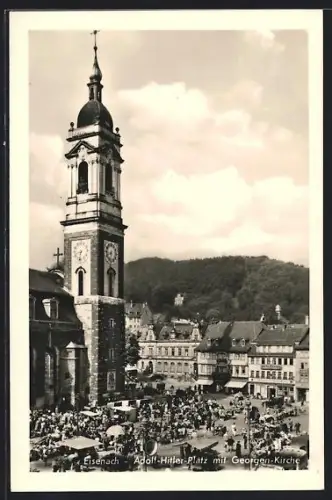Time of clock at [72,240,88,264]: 8:32
